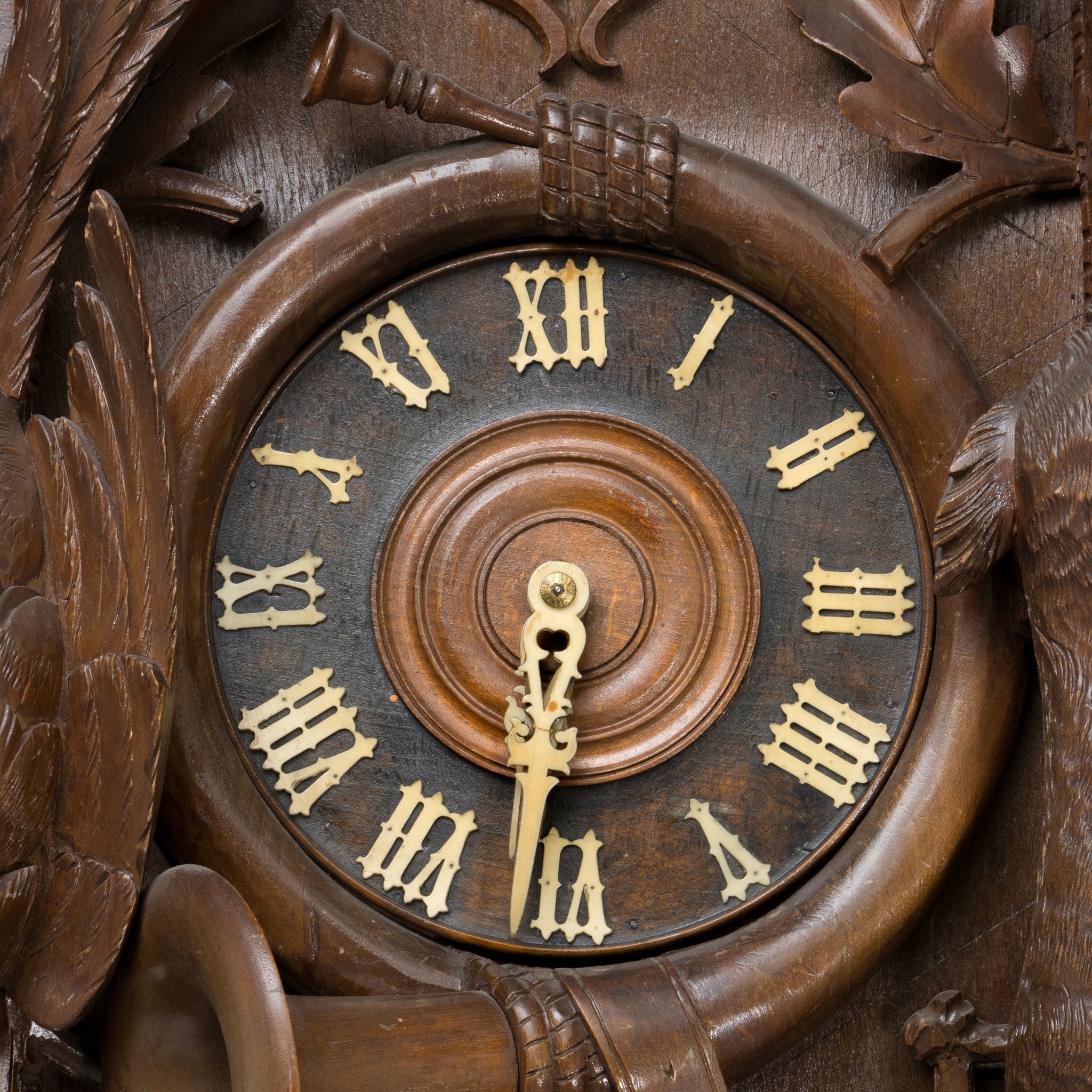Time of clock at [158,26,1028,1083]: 6:31
